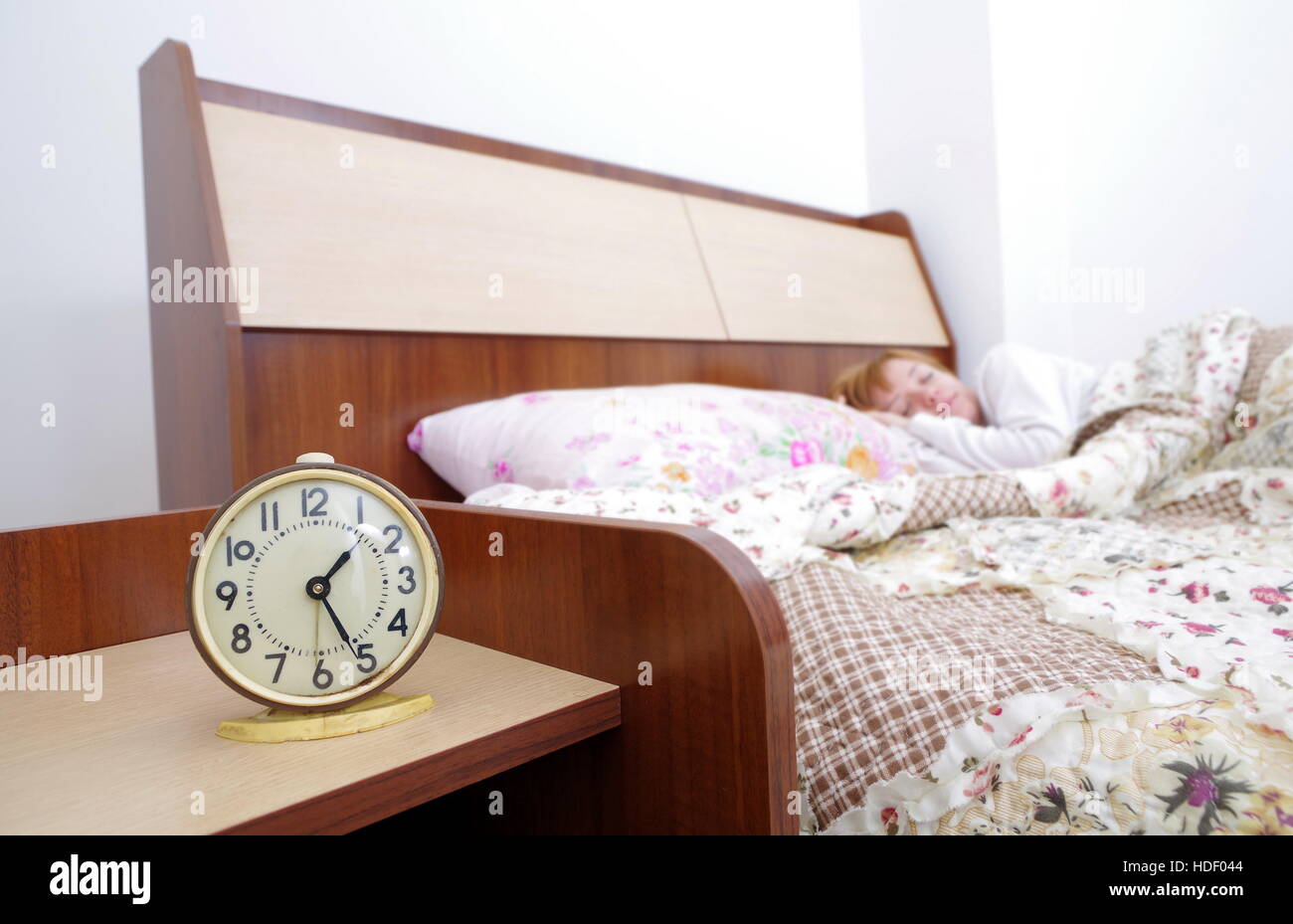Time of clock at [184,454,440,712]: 1:25
